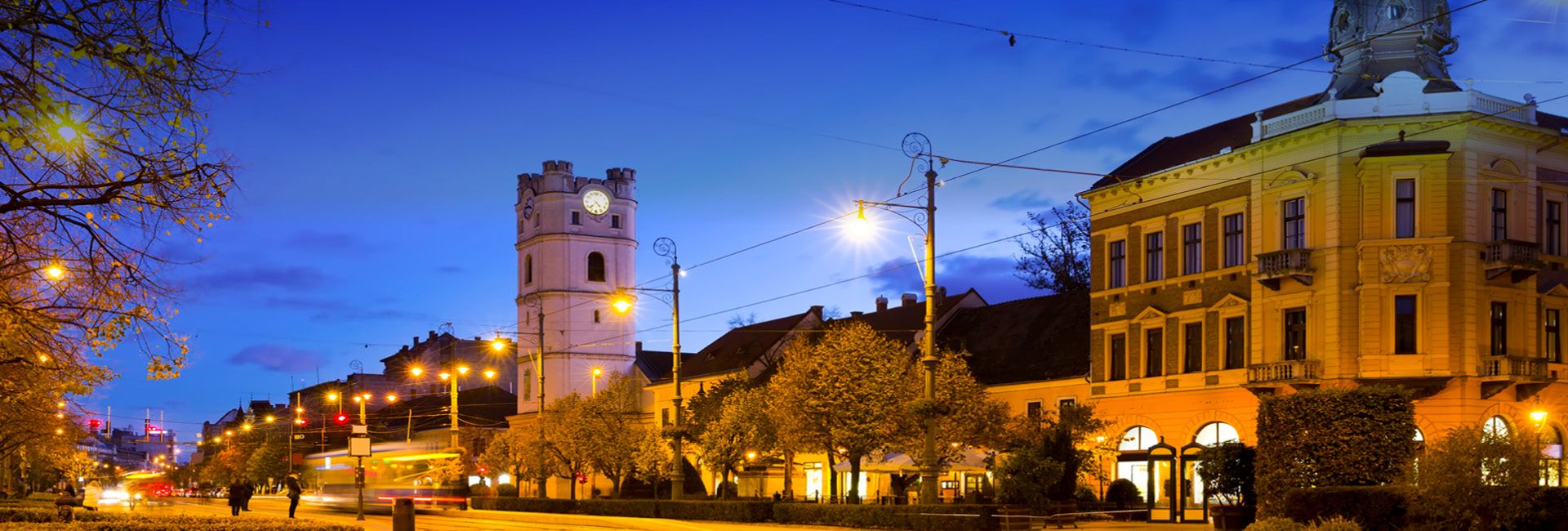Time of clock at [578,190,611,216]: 4:37
